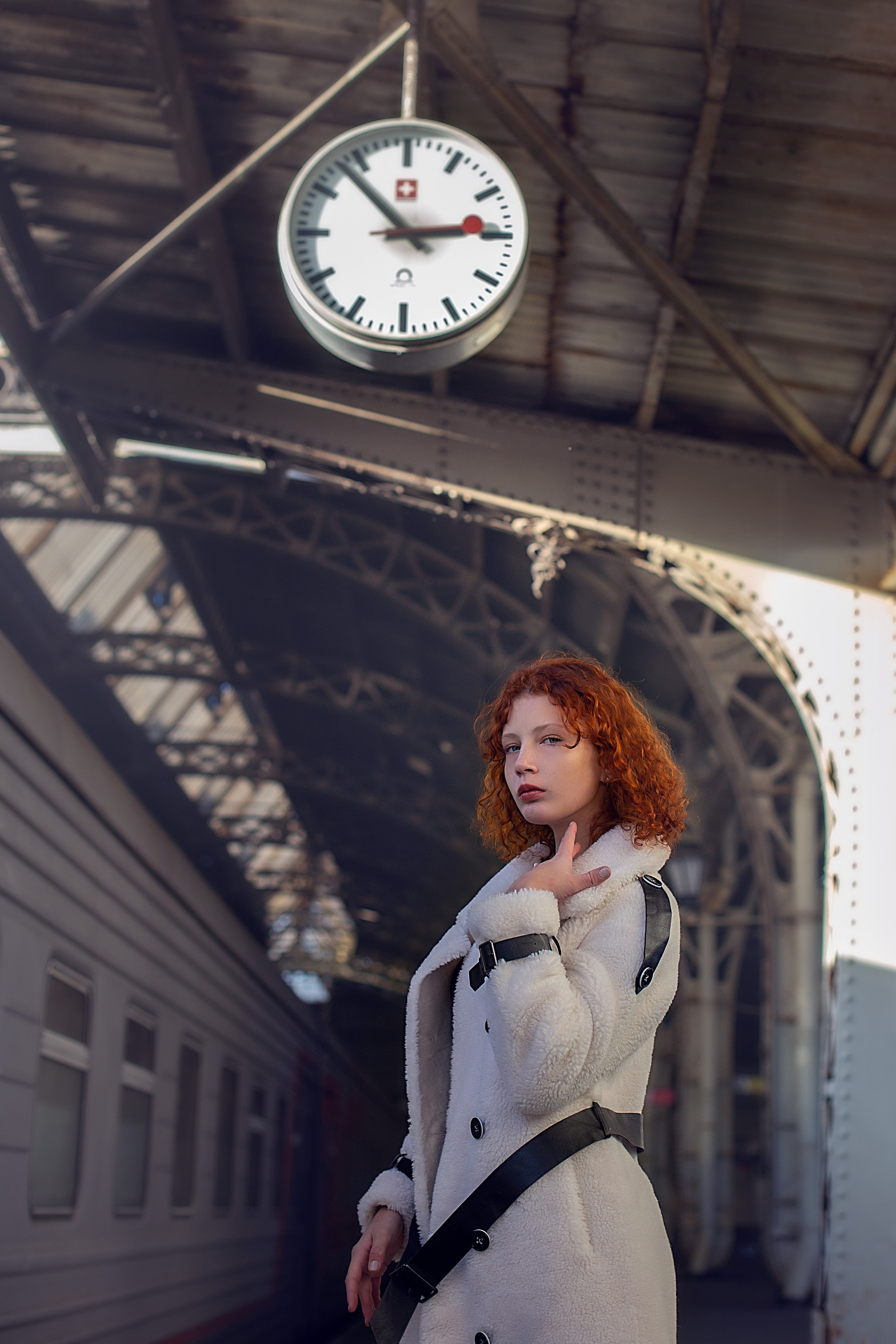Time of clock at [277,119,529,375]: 2:53
